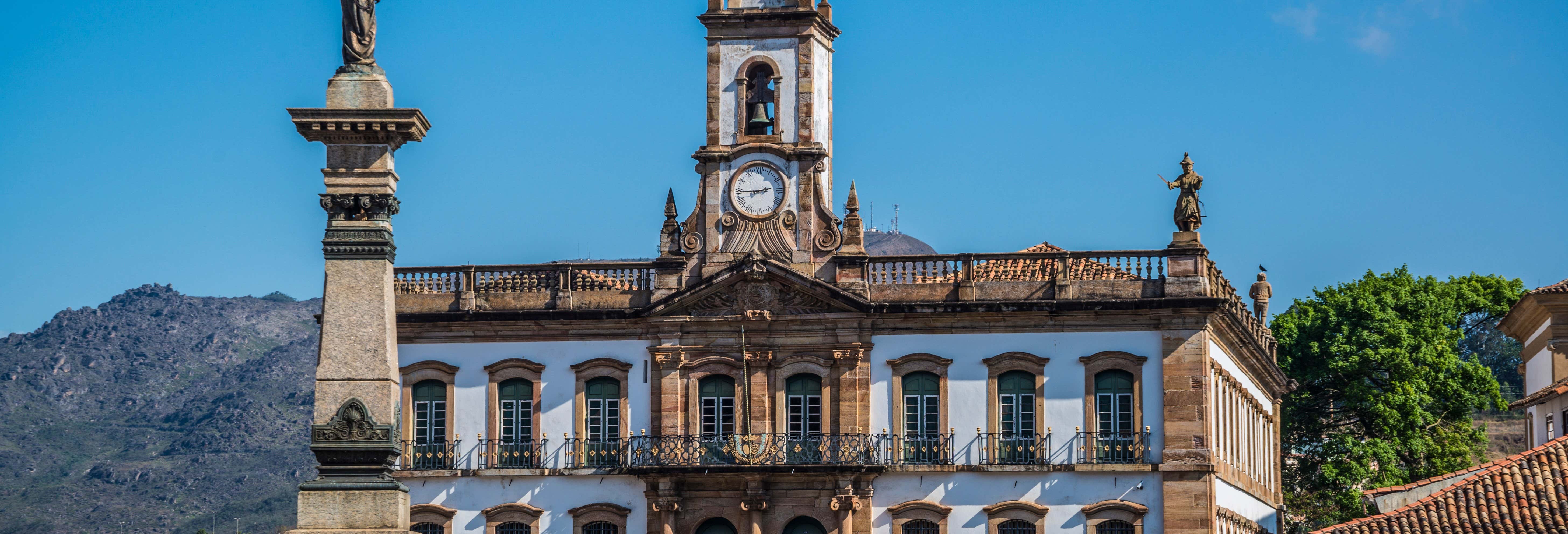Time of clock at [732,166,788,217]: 2:44
